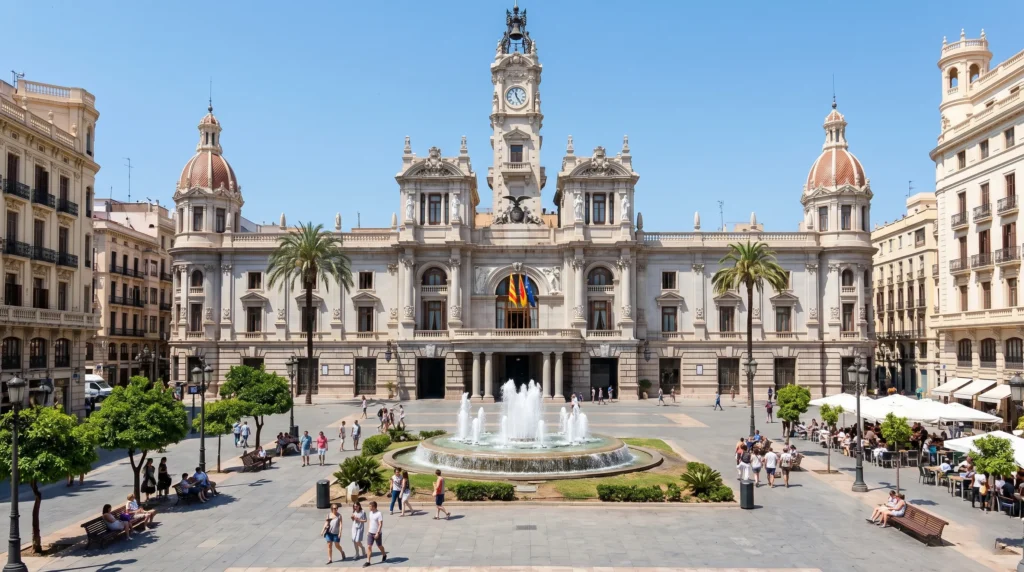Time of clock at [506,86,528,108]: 11:24
